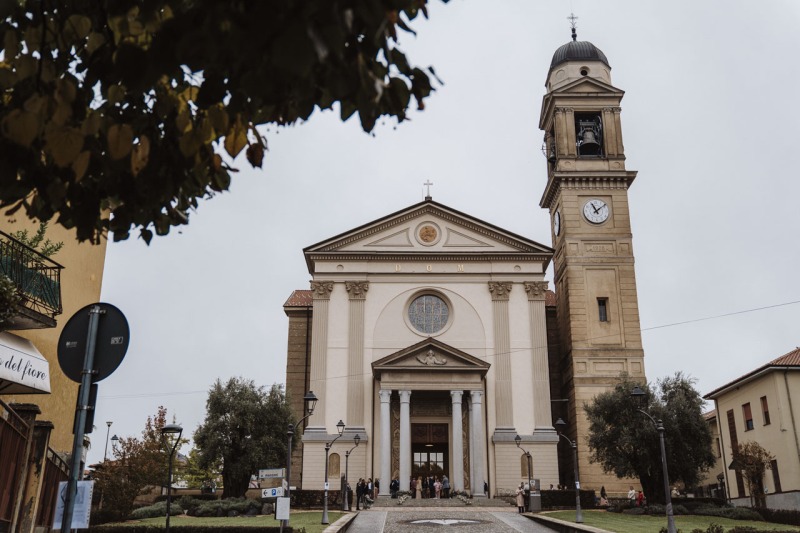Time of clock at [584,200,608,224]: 11:08
